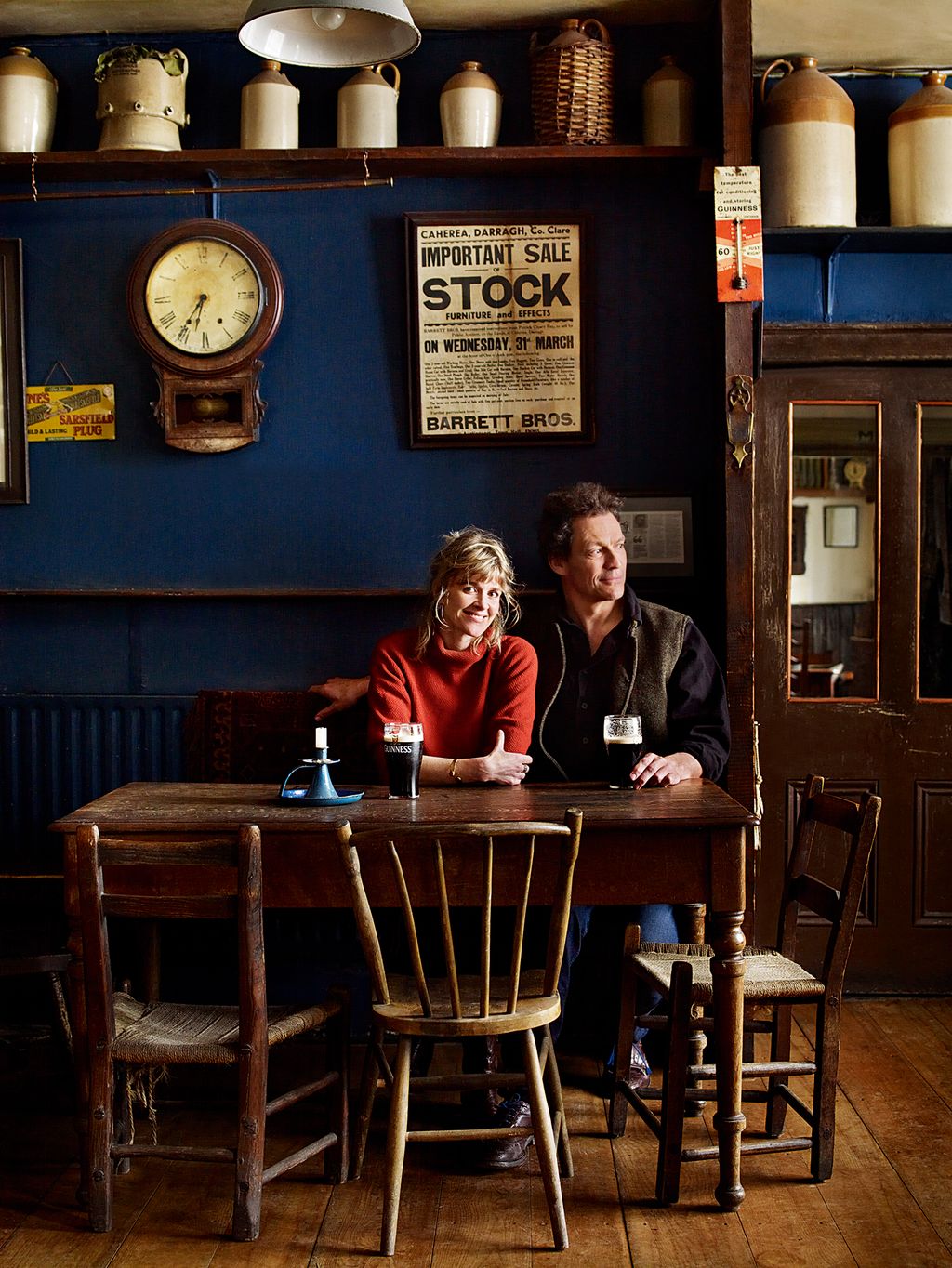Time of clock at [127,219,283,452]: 6:35
